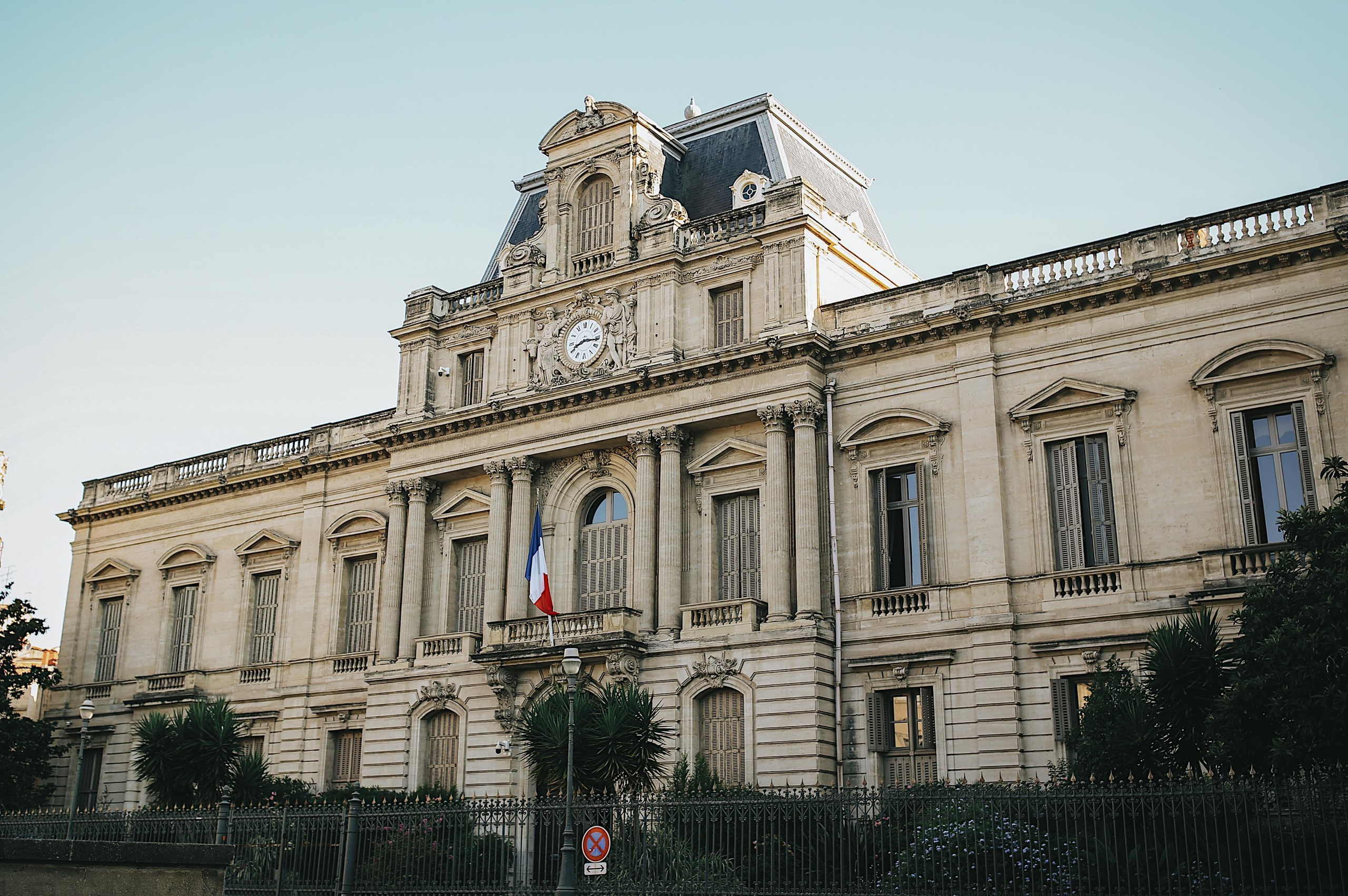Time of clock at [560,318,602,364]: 8:16
